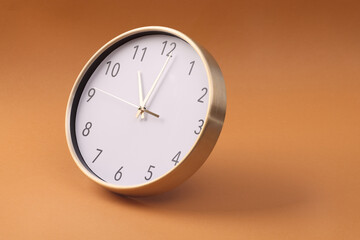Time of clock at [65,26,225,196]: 11:01
